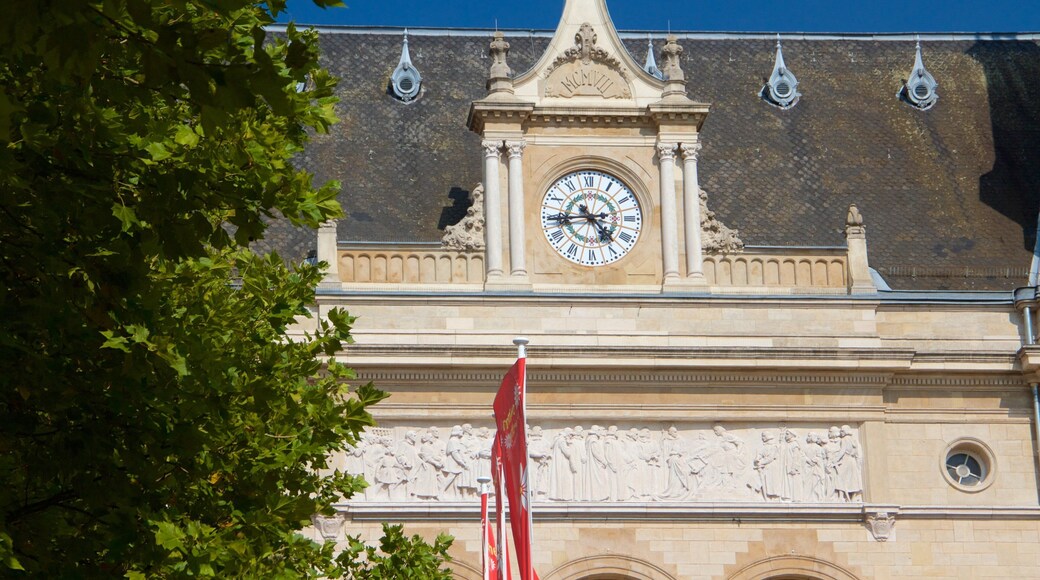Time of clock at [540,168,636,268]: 4:44
